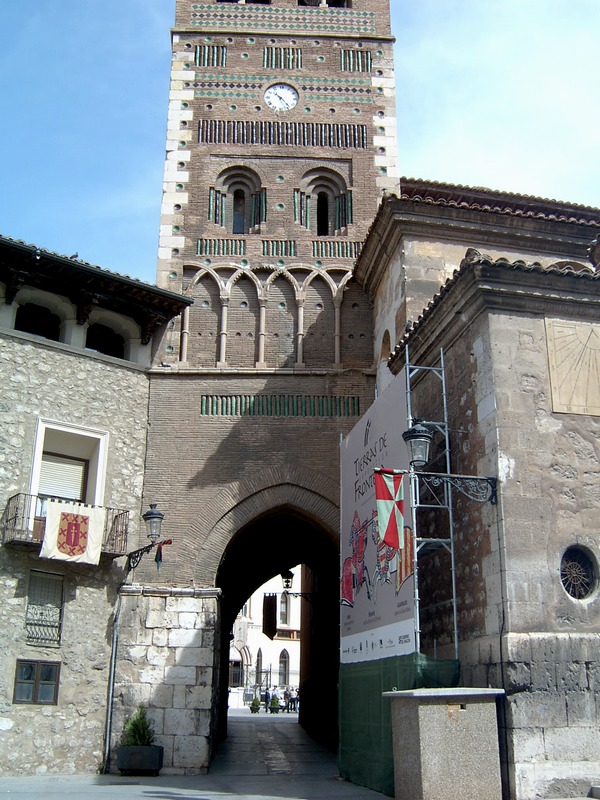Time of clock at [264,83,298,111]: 10:23
